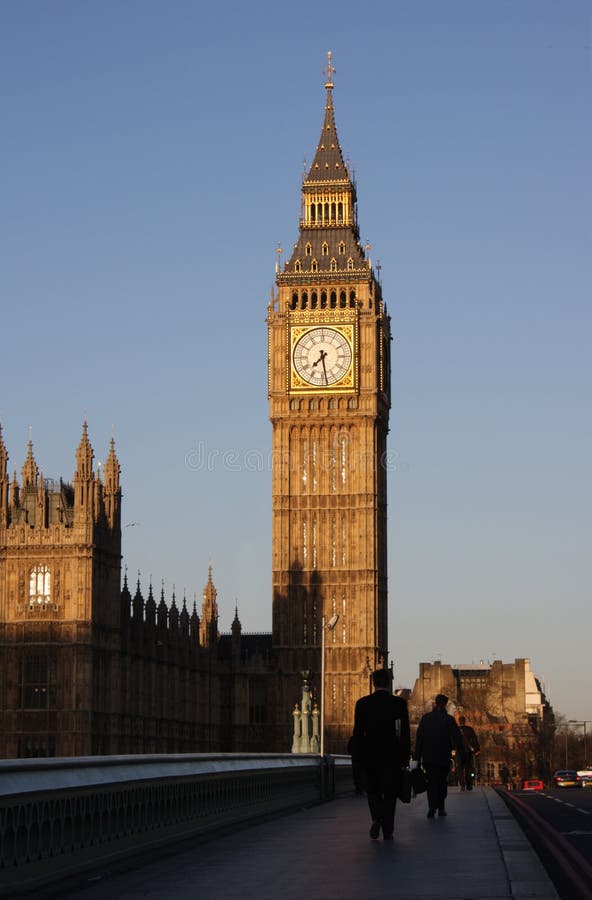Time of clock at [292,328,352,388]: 7:28
